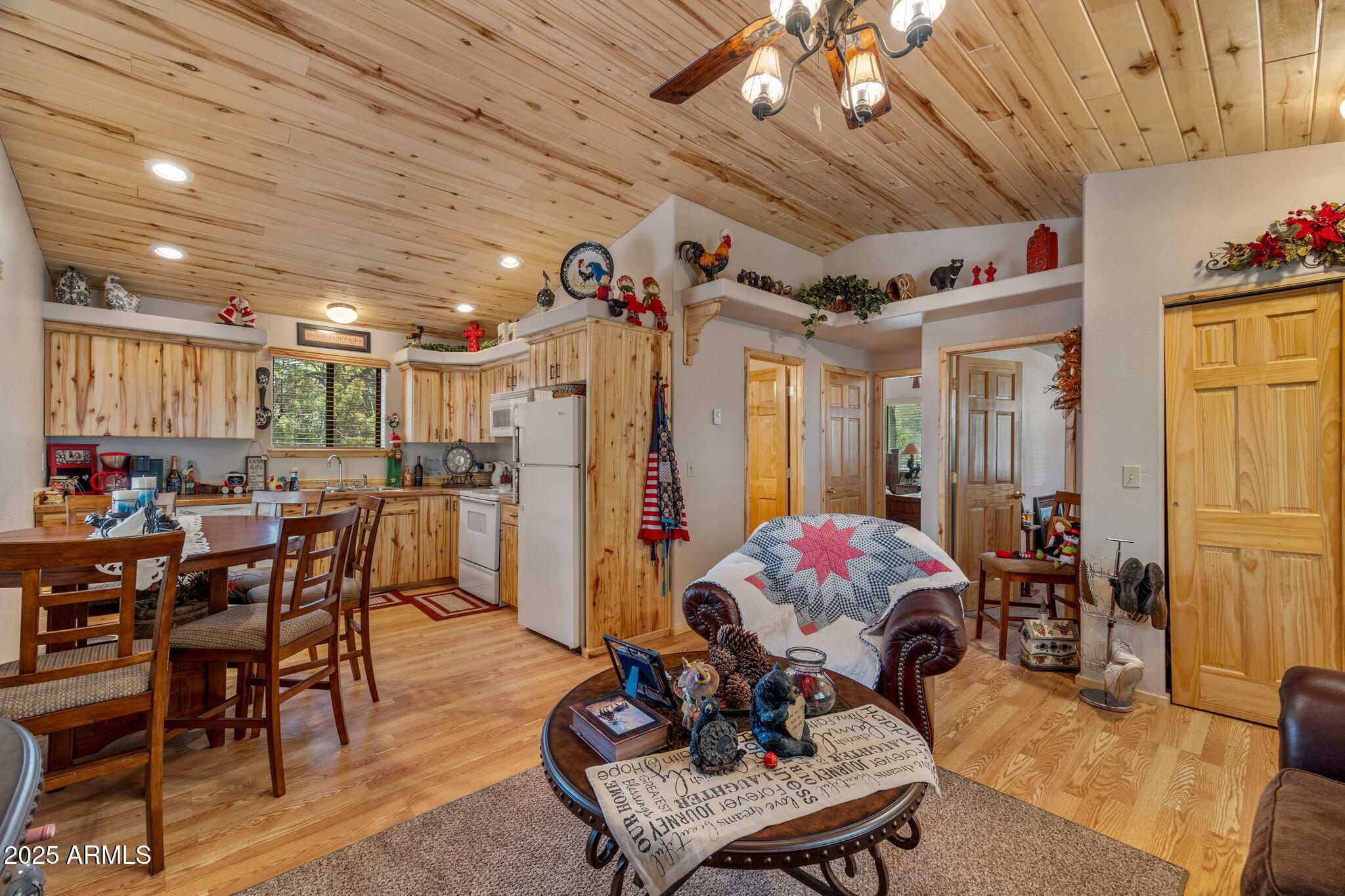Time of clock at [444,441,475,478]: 6:32
